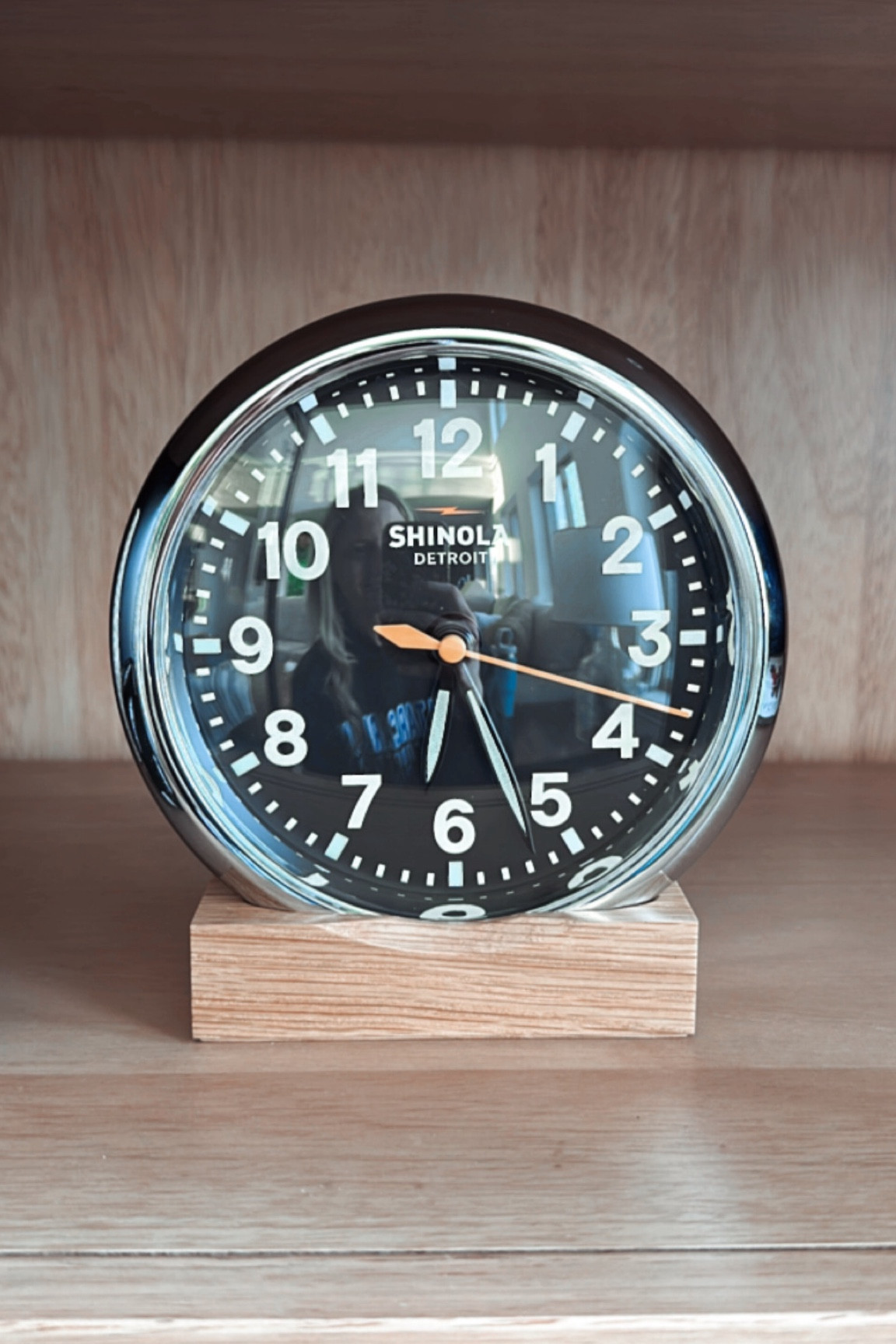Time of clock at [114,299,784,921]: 5:17
